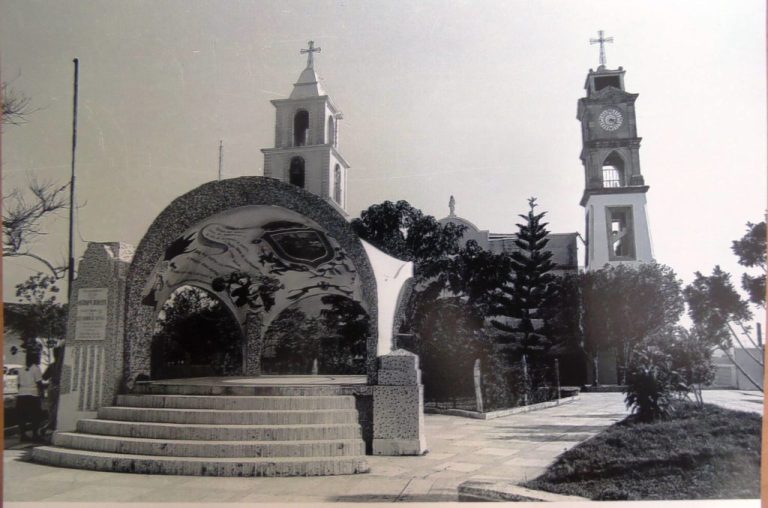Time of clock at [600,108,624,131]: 3:22
